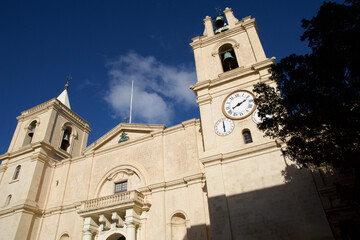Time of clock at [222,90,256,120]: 8:11
